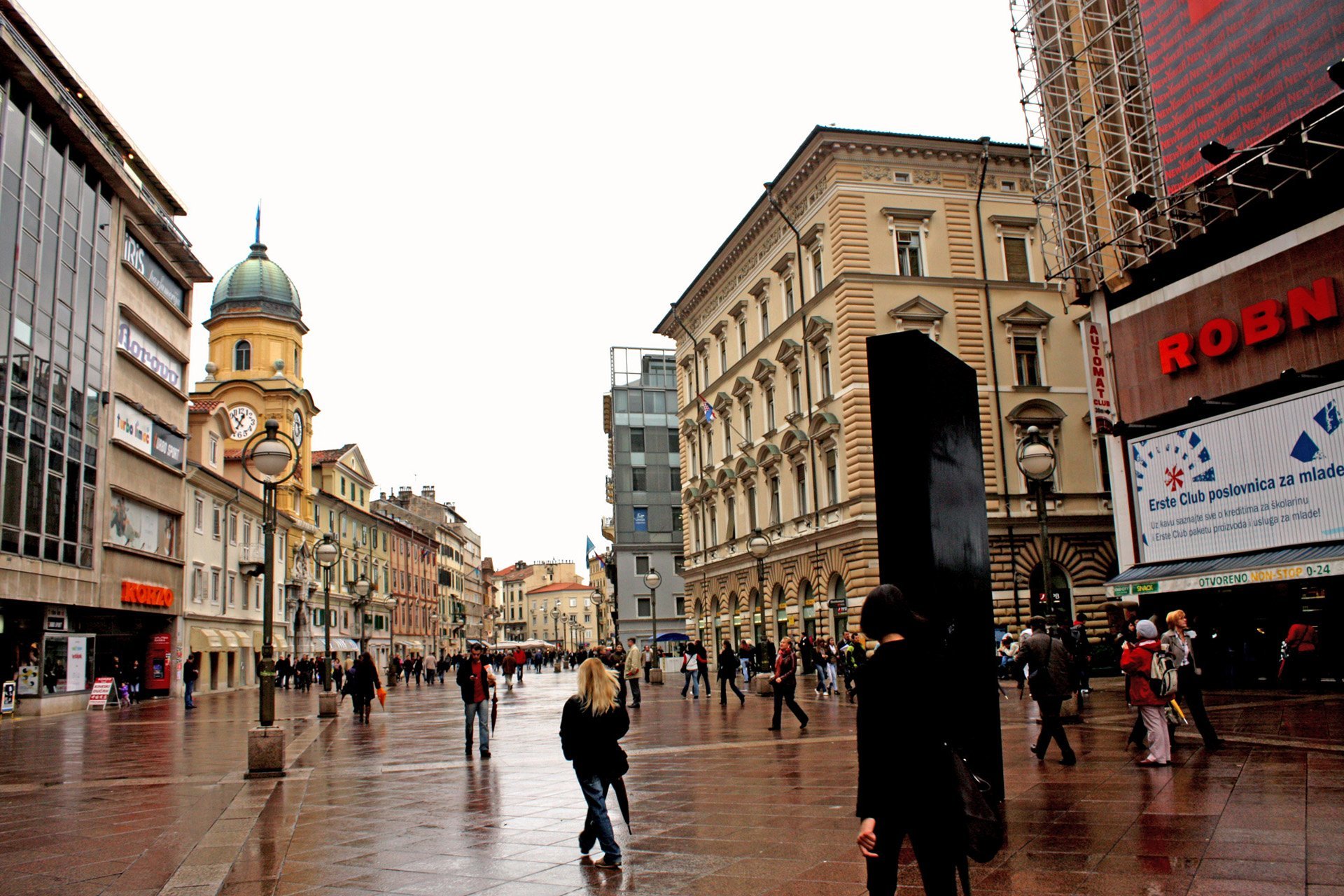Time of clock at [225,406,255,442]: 12:52
